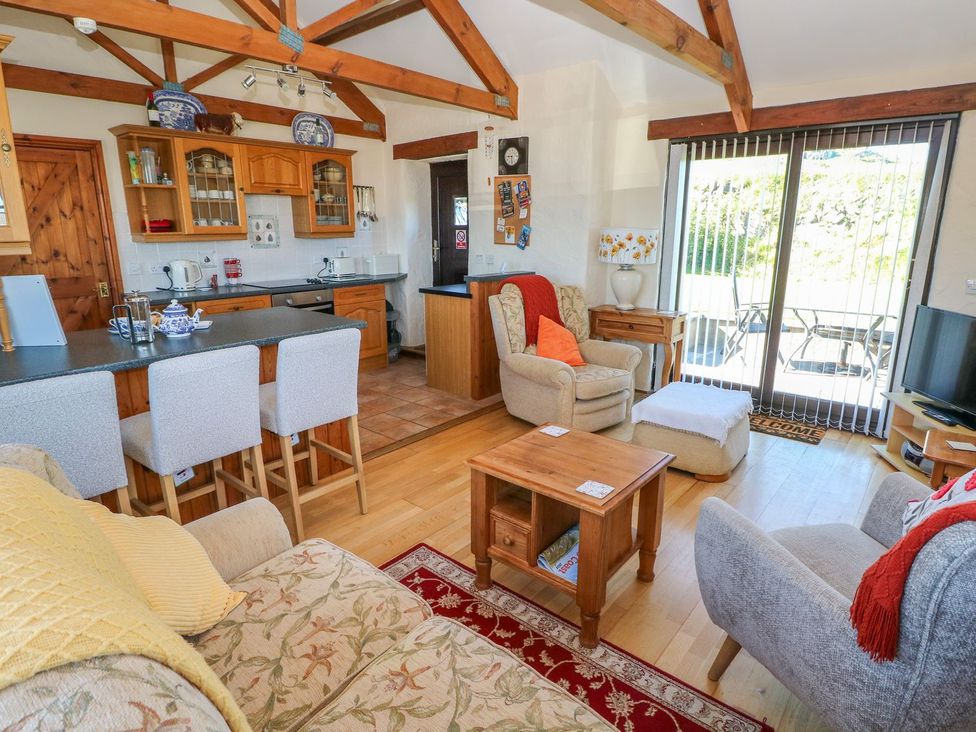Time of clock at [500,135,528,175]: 5:44
